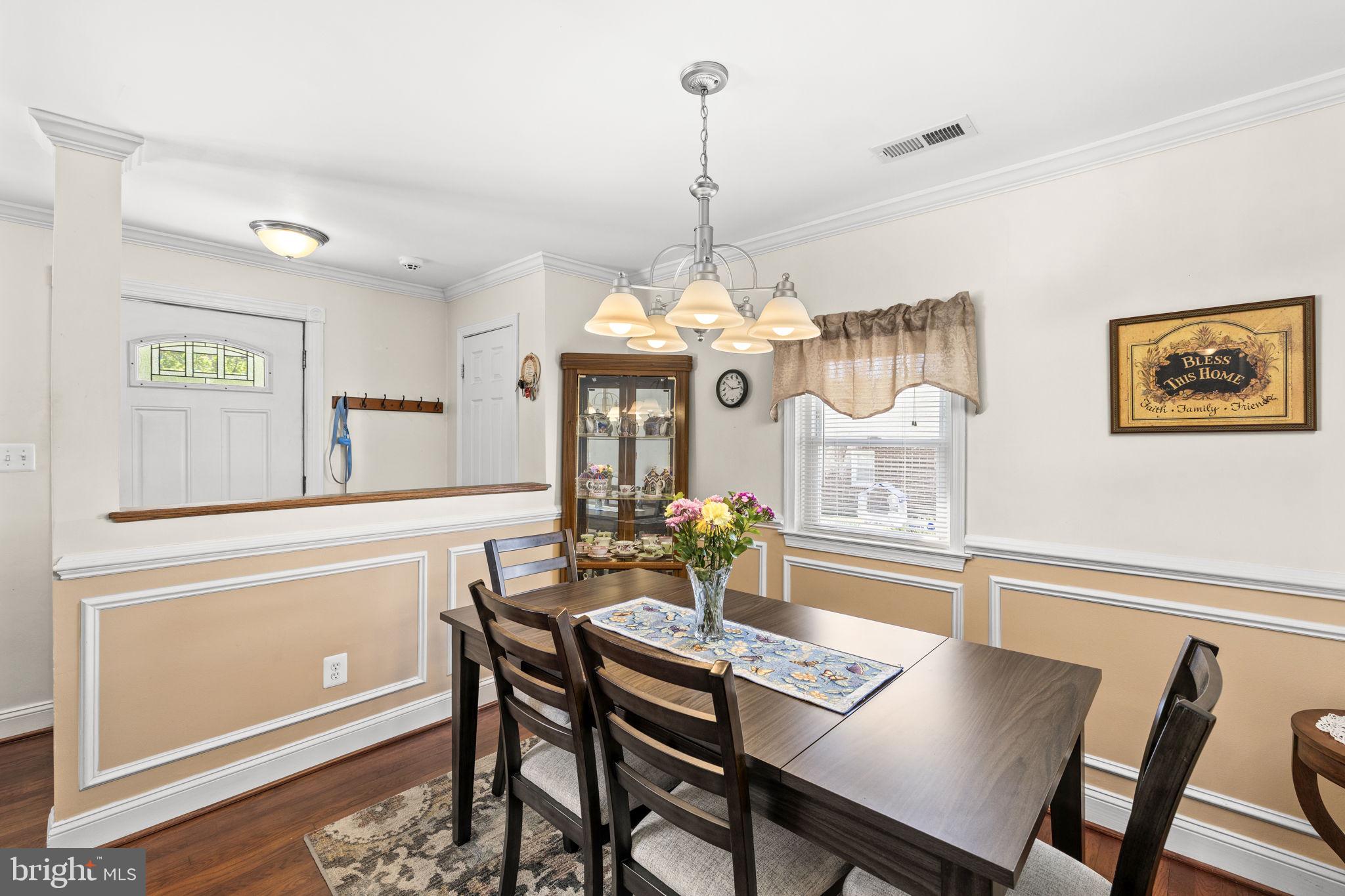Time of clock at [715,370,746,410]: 2:51
